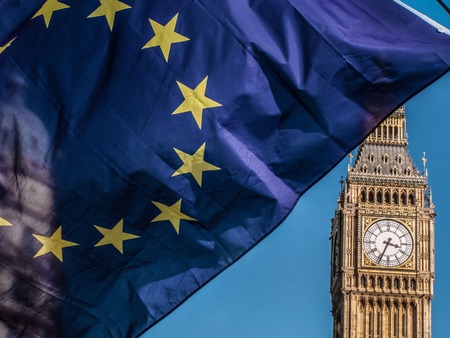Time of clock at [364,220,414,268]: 3:34
